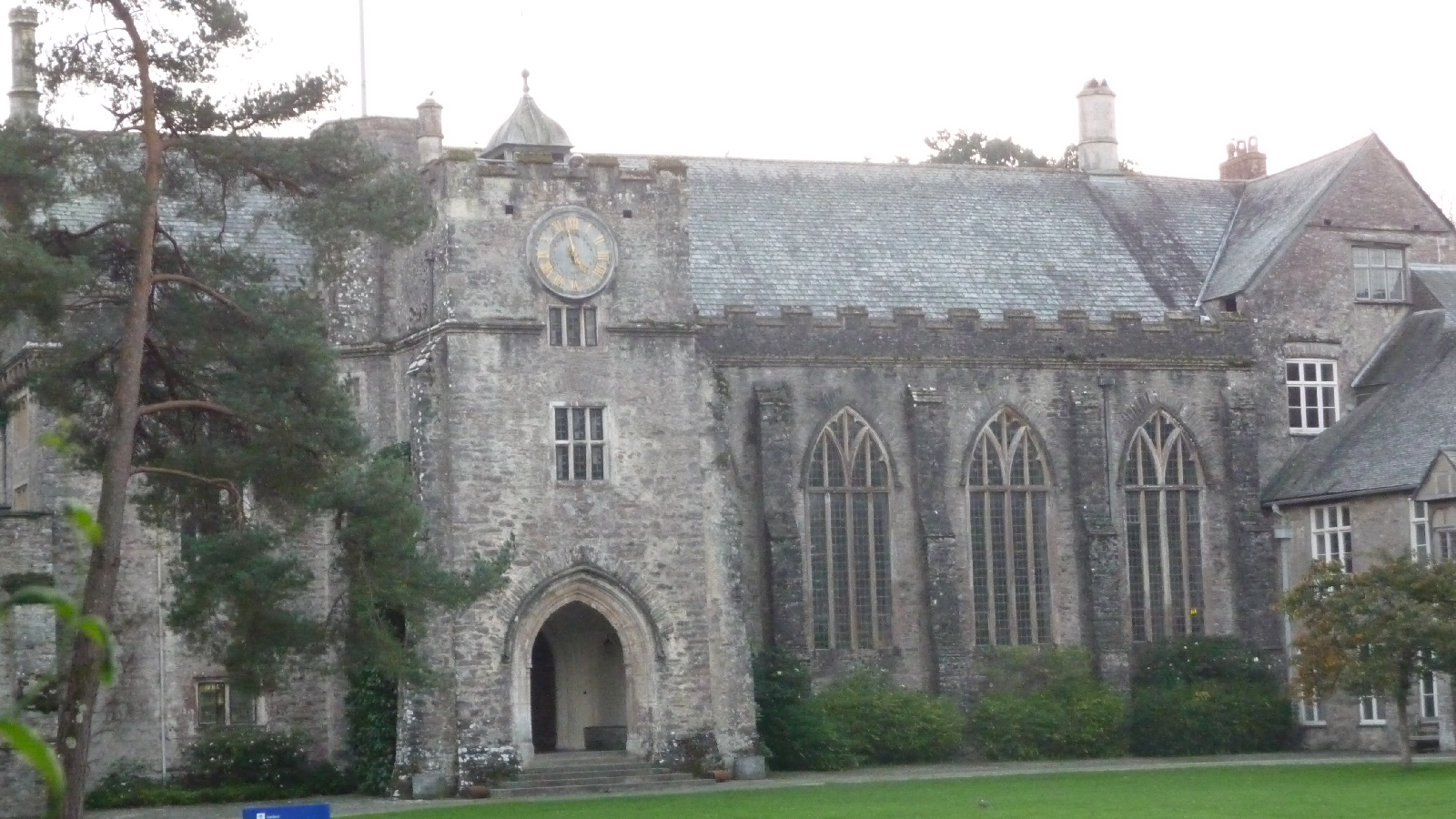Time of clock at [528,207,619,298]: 4:58
